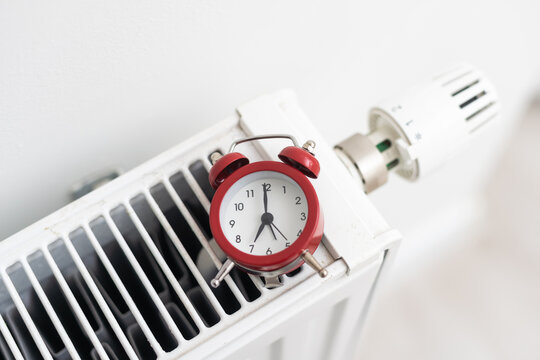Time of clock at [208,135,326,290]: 7:00
